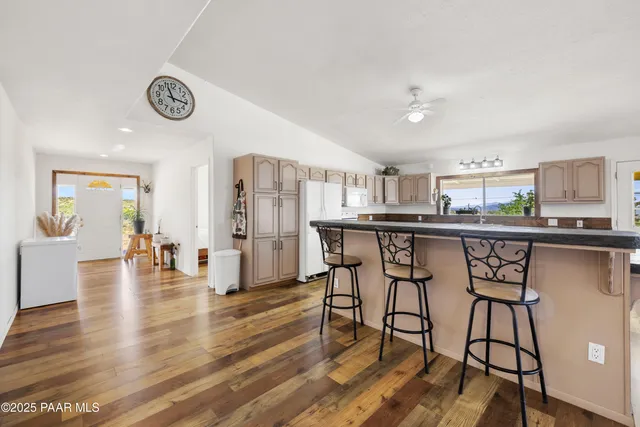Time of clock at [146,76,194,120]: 11:16
